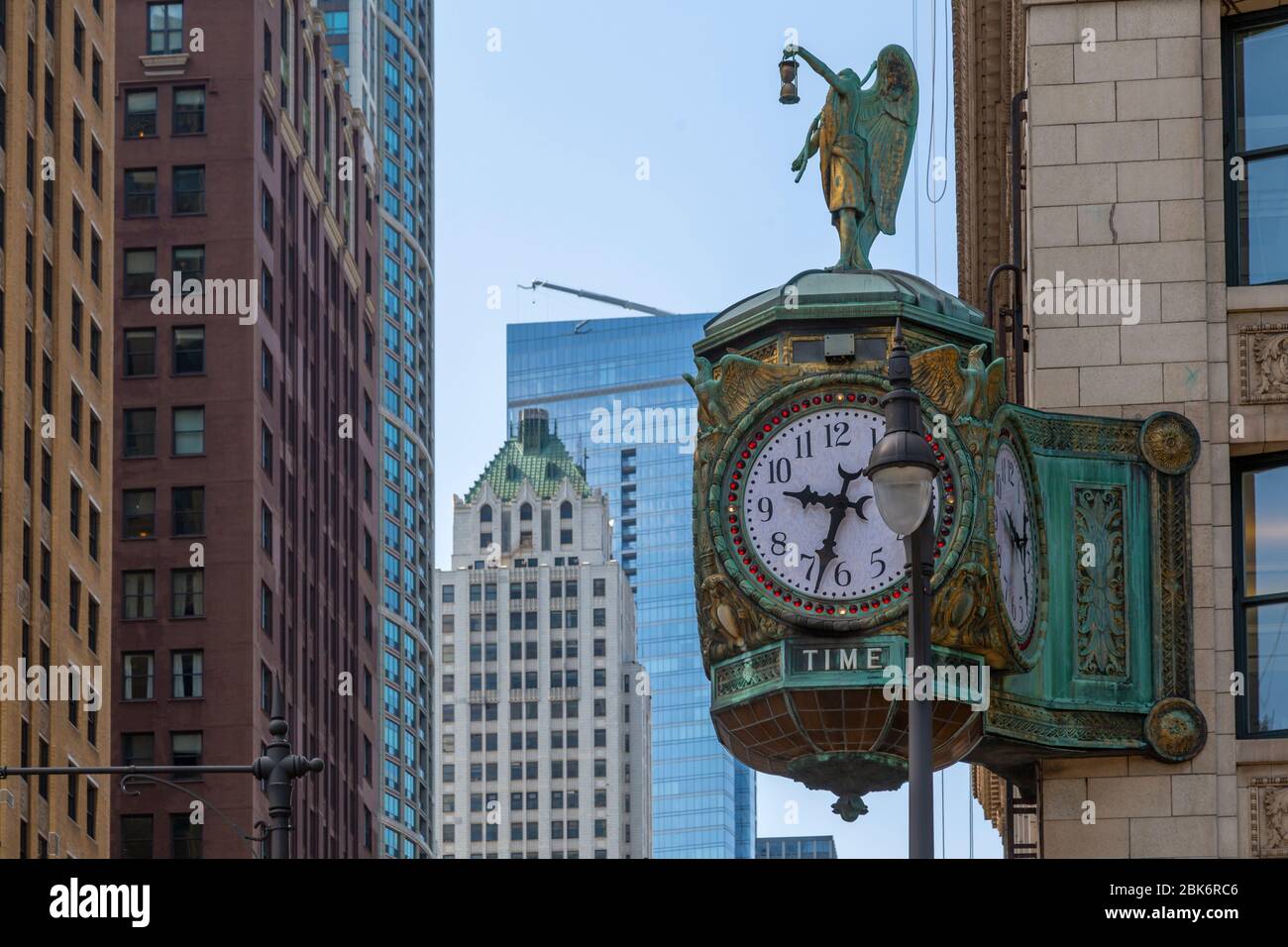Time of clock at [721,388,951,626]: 9:33
